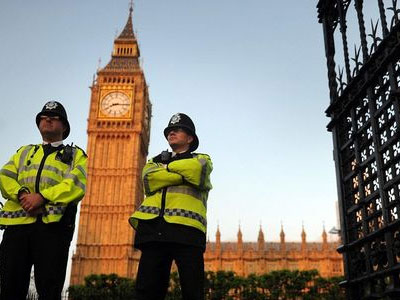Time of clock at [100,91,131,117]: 8:15
